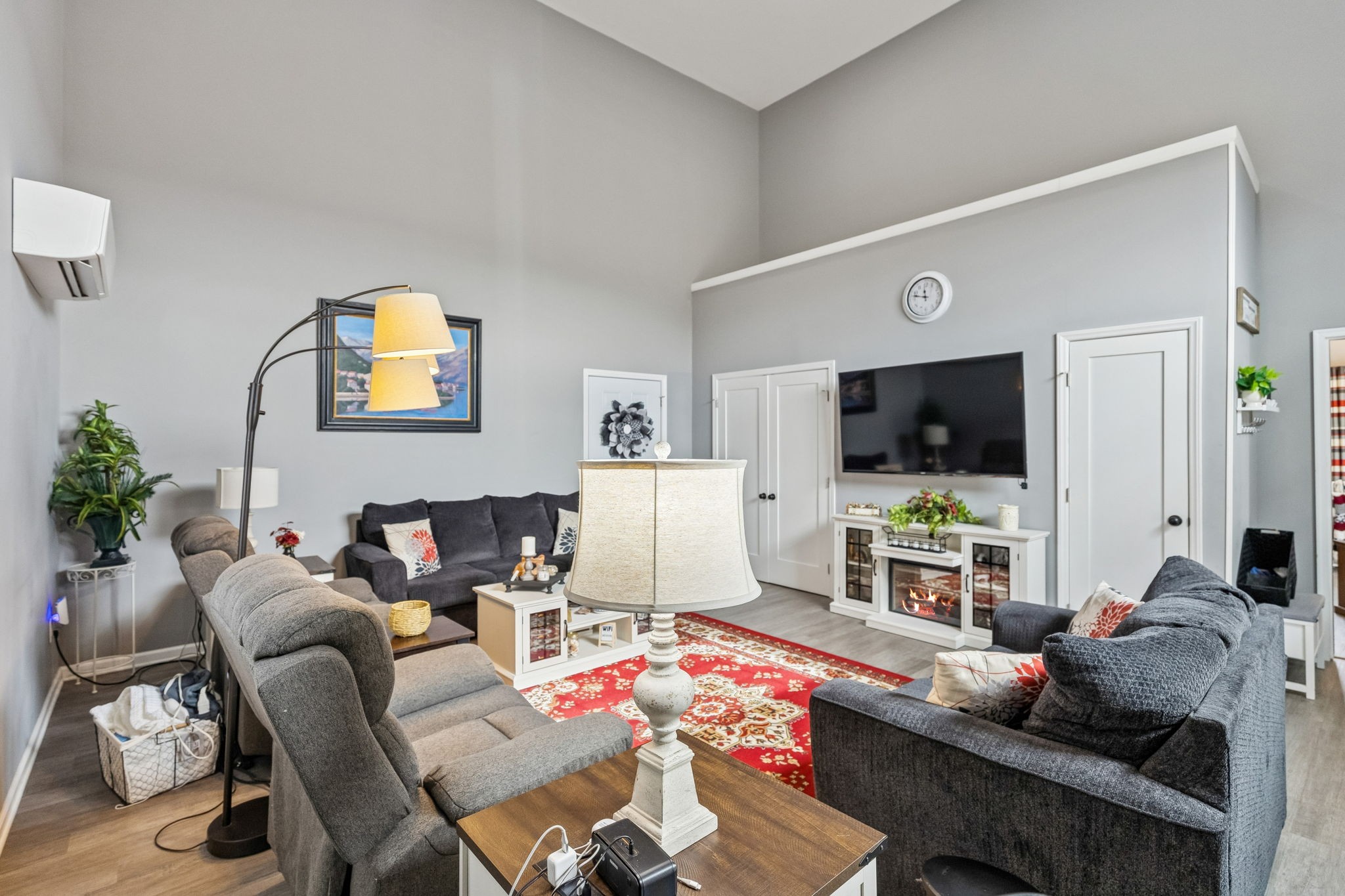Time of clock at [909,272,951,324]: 11:47
